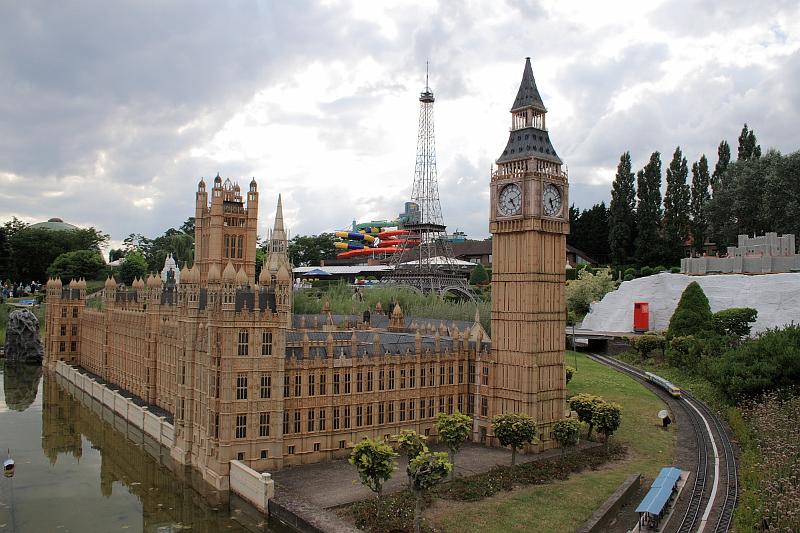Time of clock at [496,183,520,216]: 5:10
